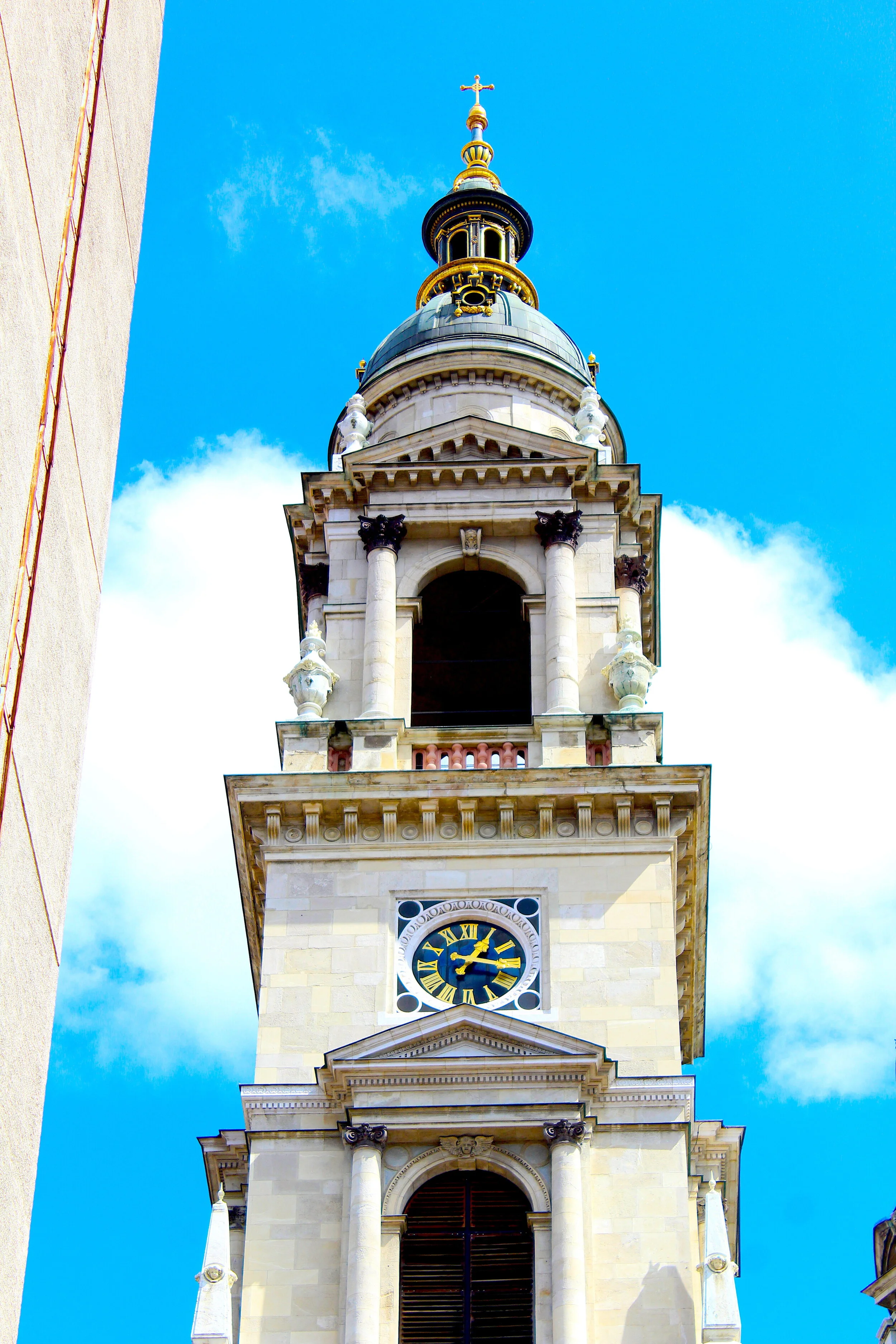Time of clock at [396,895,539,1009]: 1:16
